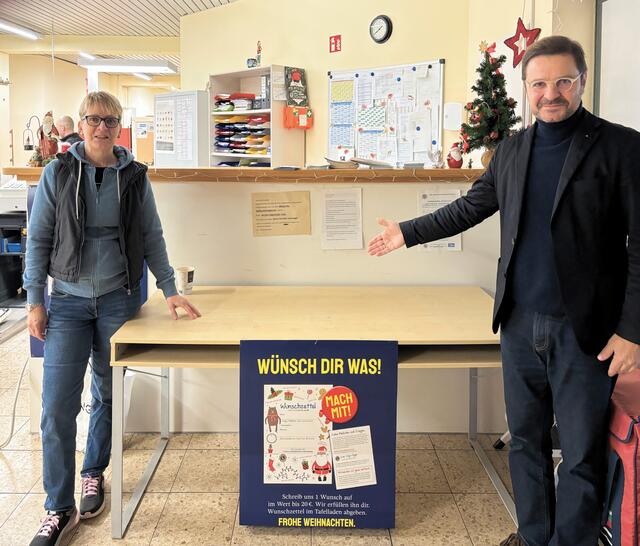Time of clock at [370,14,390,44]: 1:38
